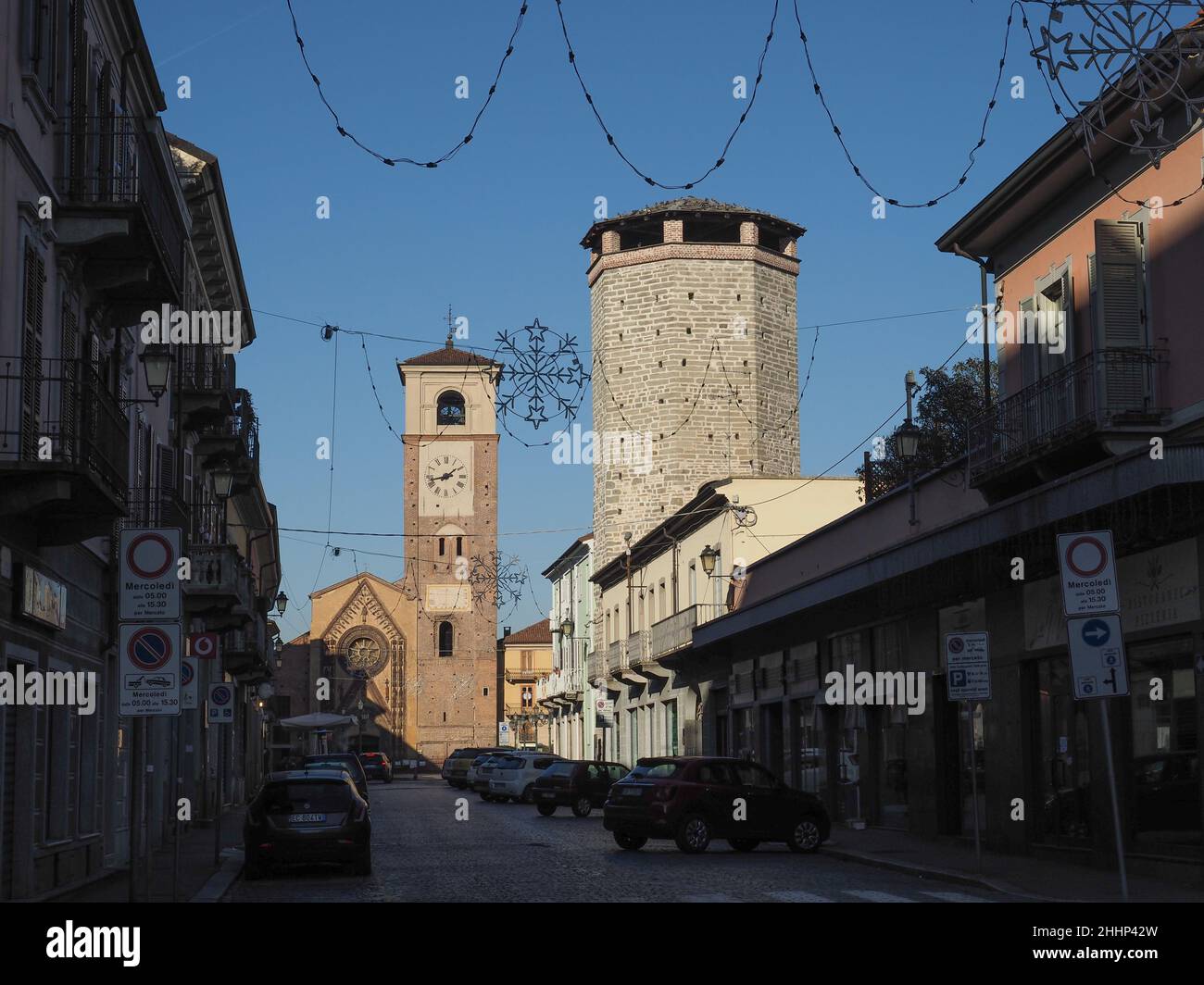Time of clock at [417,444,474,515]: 1:43
